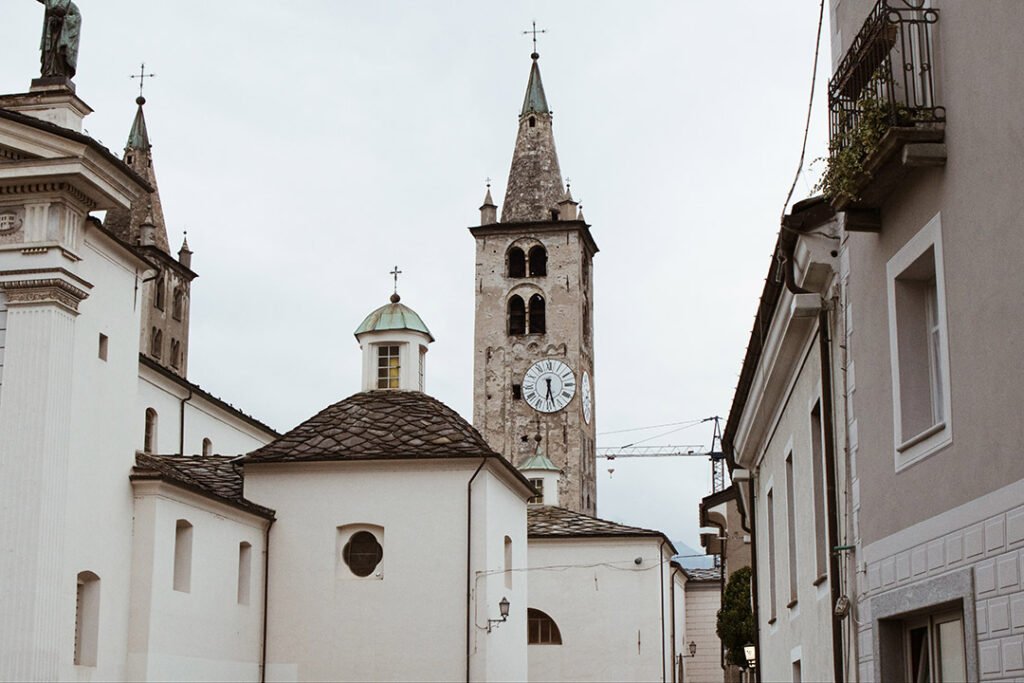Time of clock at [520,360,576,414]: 6:27
